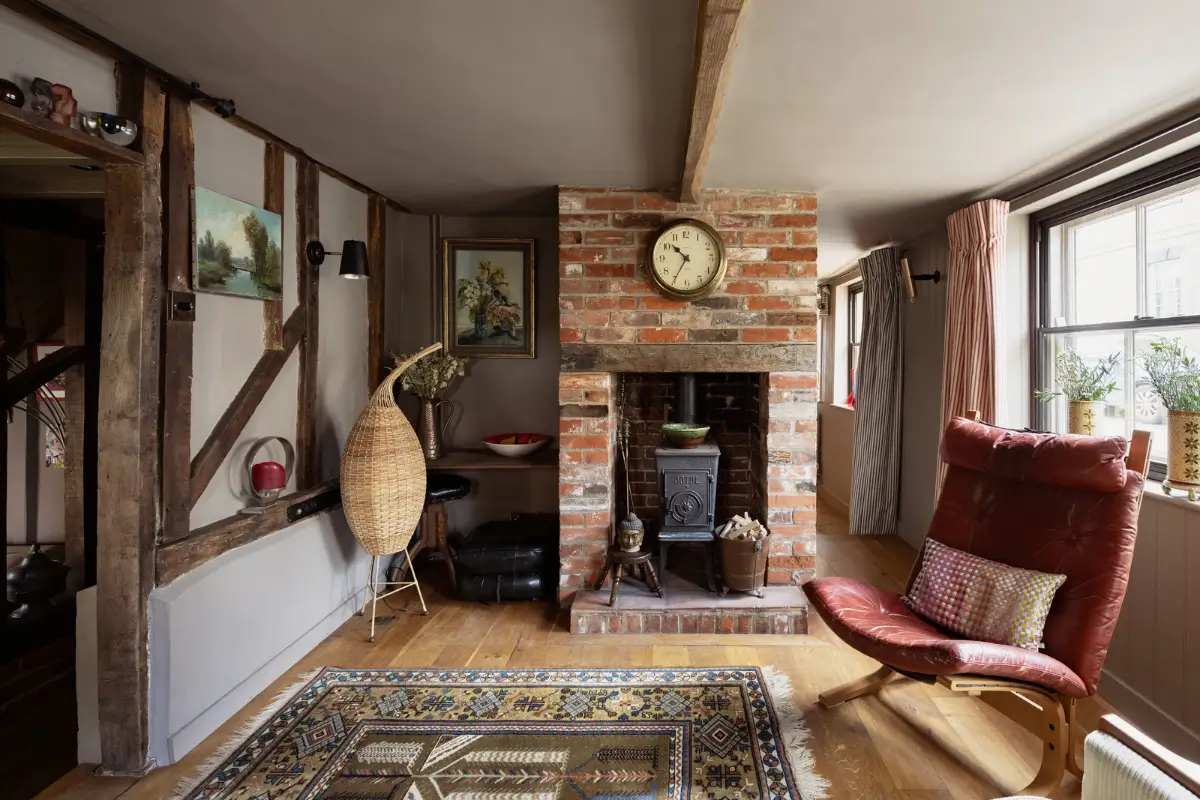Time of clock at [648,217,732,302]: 10:34
